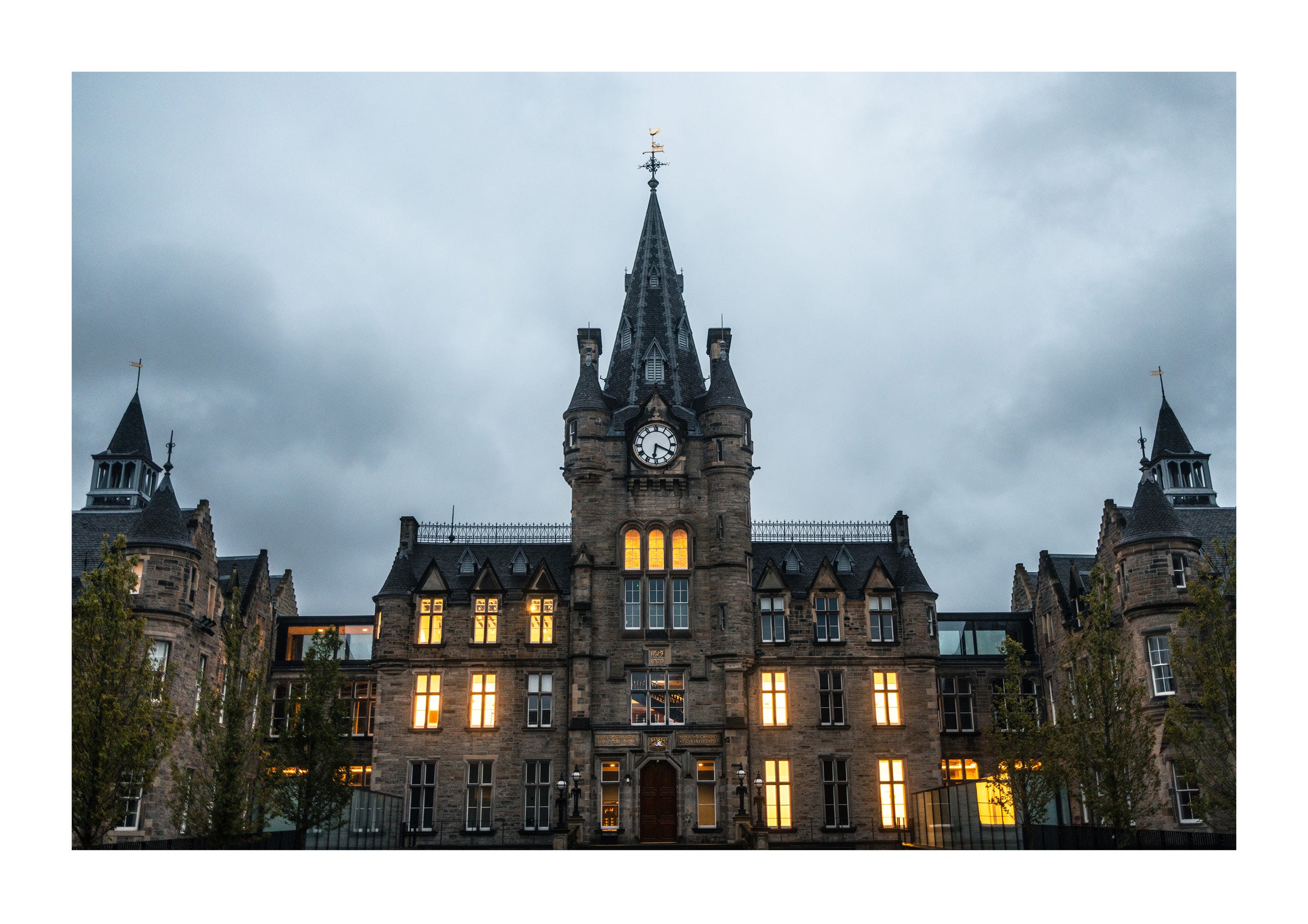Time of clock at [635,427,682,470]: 6:19
